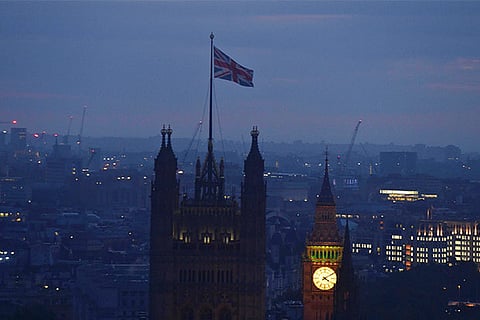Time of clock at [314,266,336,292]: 4:09
